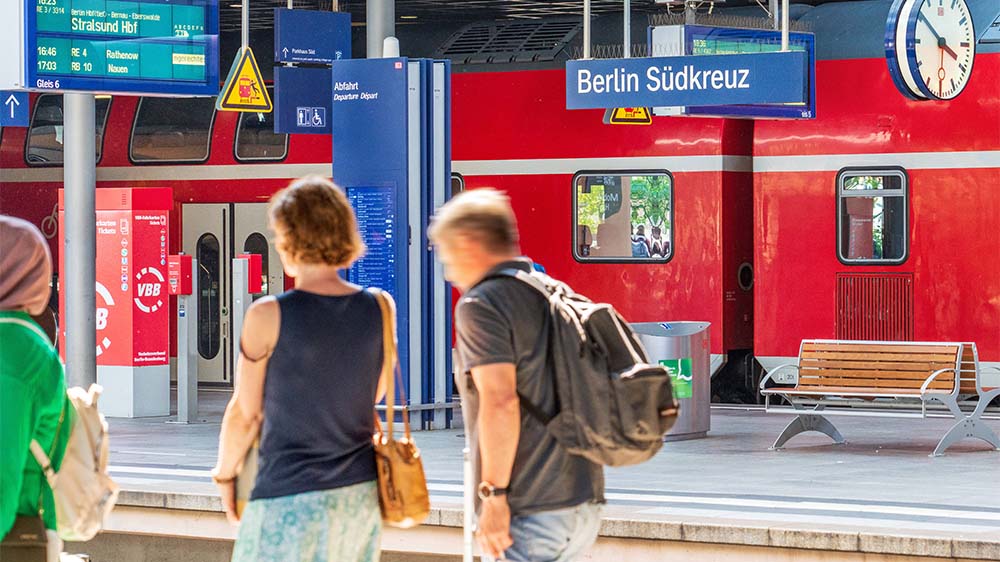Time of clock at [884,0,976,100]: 3:50
